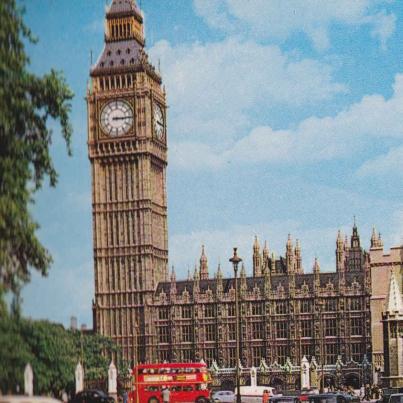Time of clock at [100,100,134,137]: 3:14
